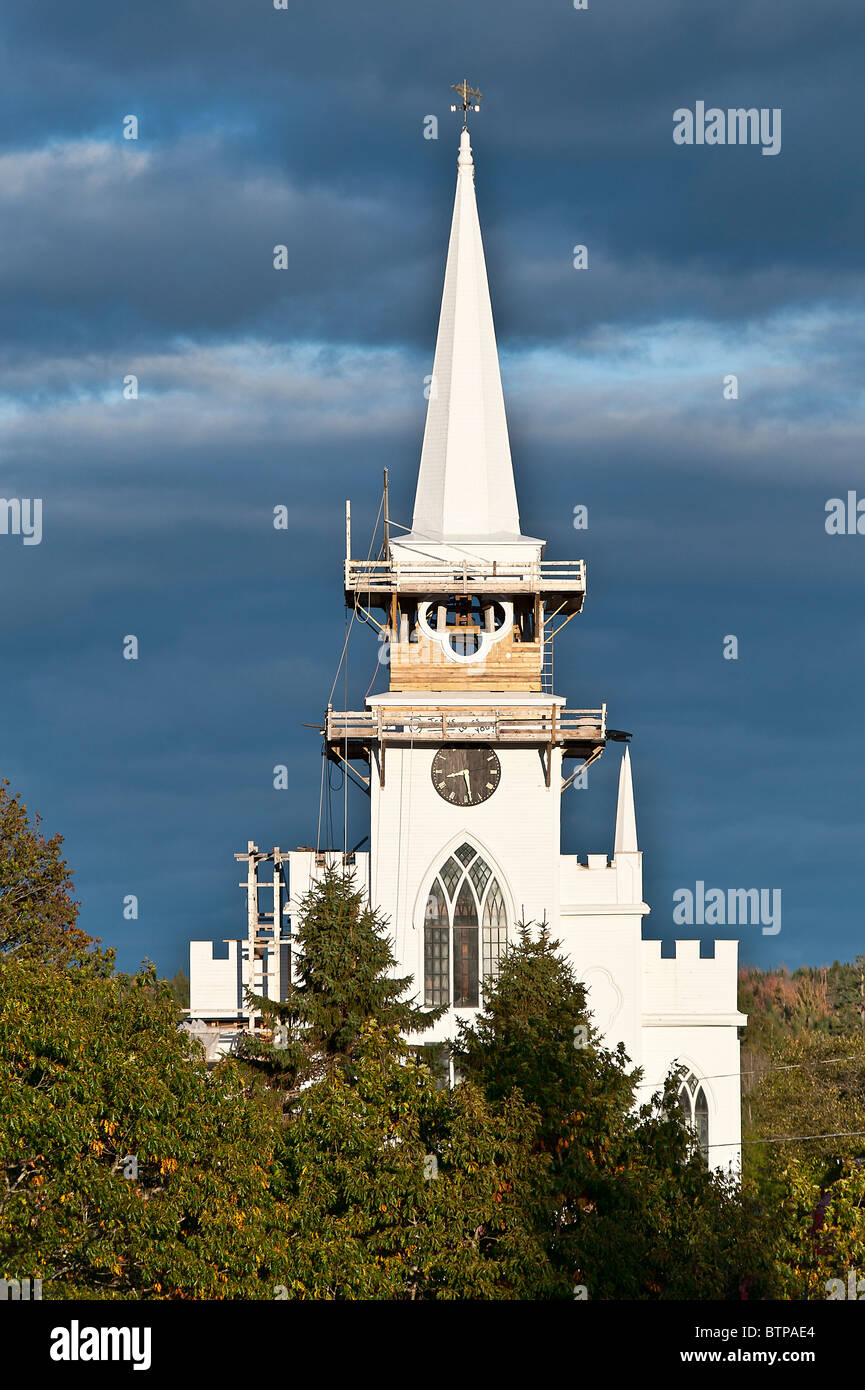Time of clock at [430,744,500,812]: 8:28
